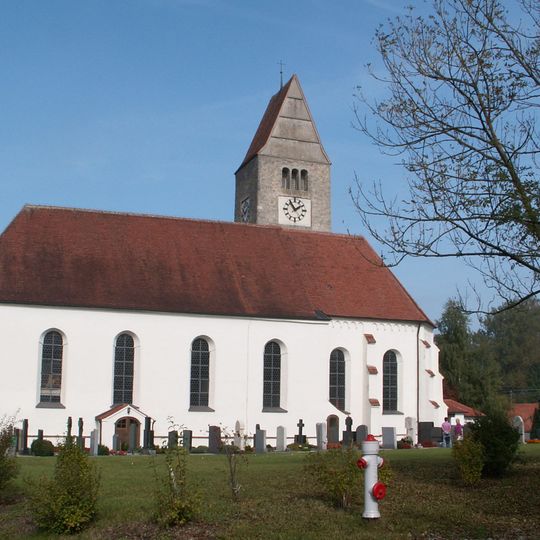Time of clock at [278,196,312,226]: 1:54
